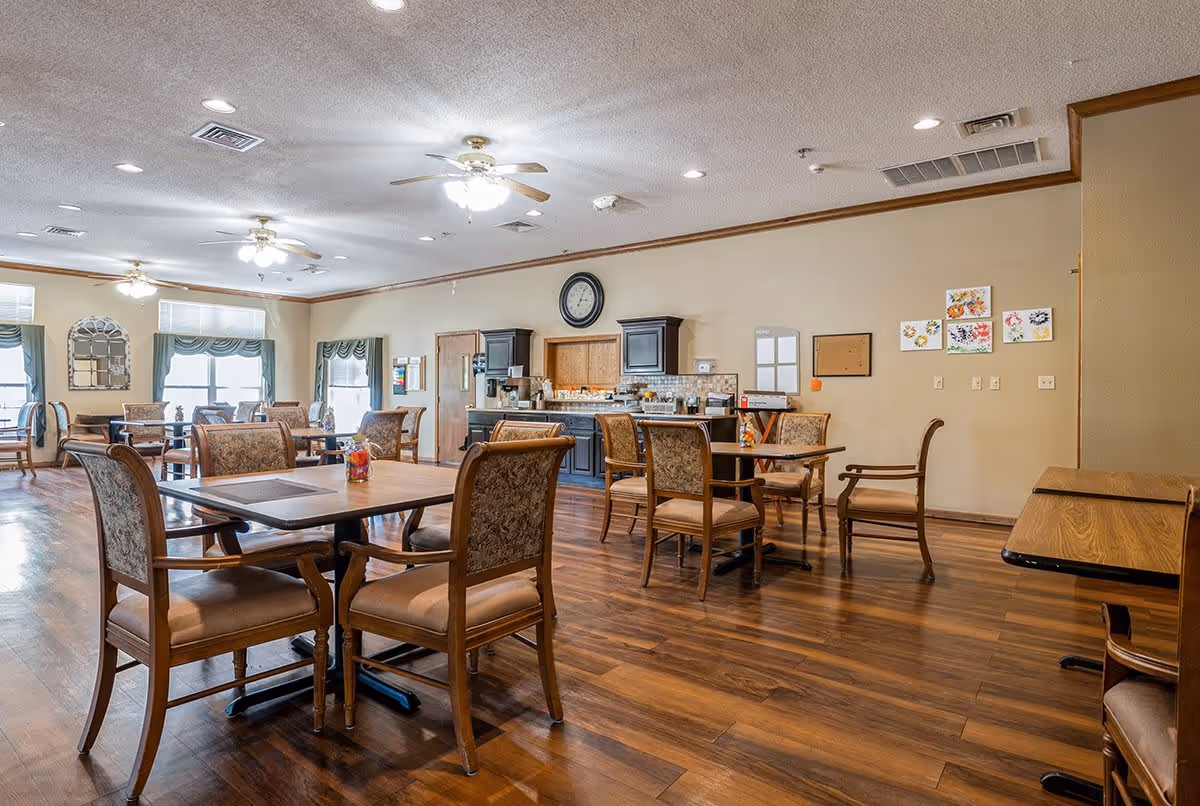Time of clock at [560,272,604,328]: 3:04
